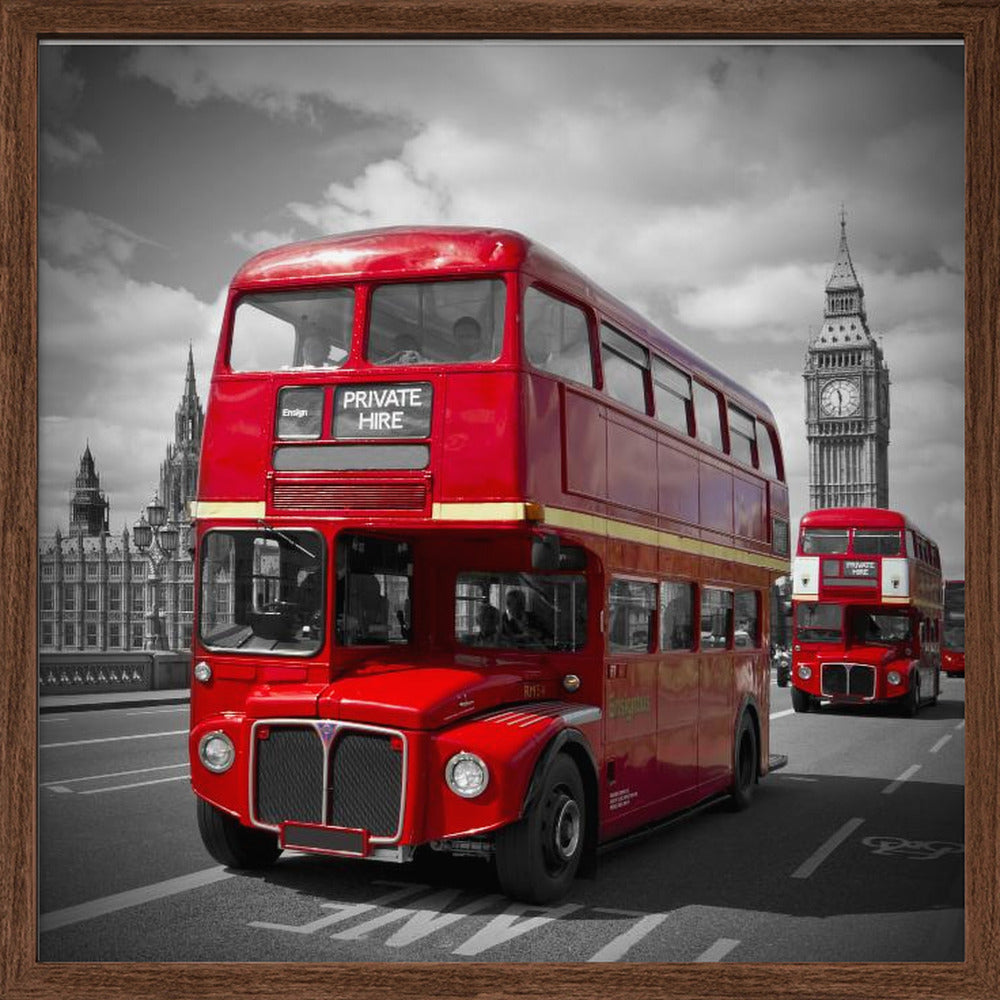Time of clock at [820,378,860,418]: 11:30
